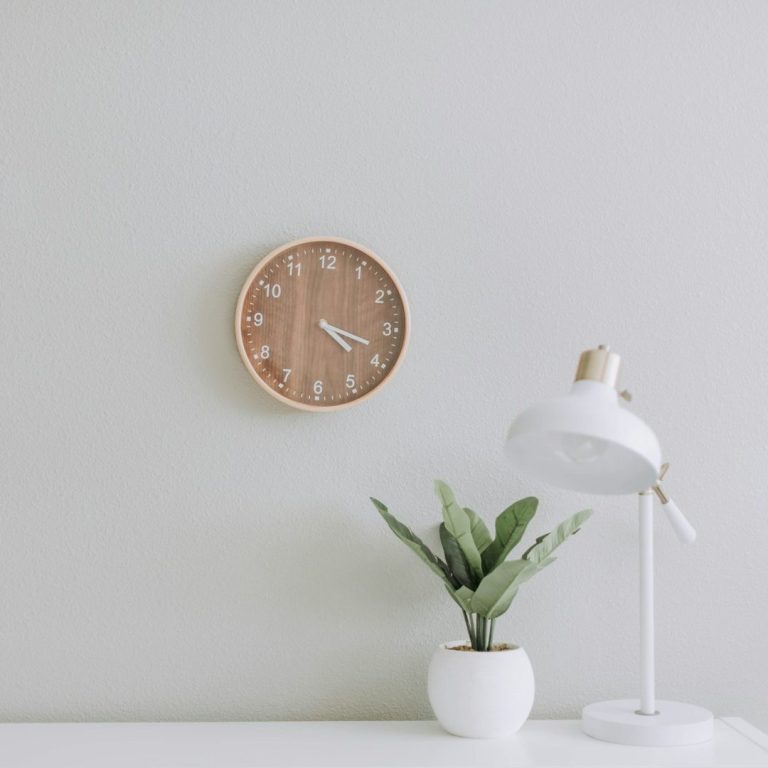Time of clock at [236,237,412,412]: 4:18
